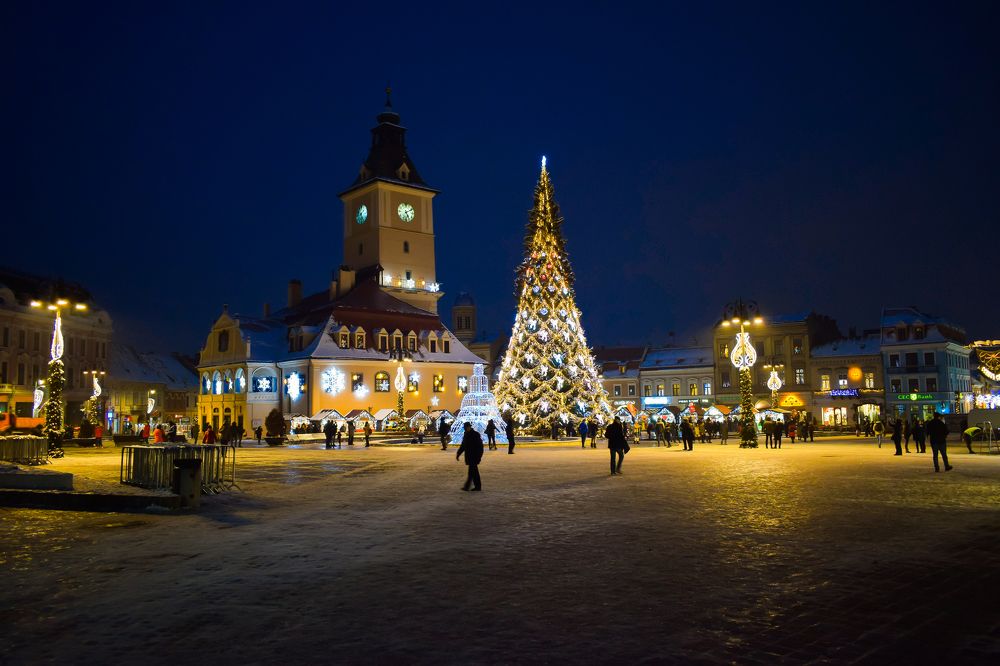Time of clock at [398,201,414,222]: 5:11
